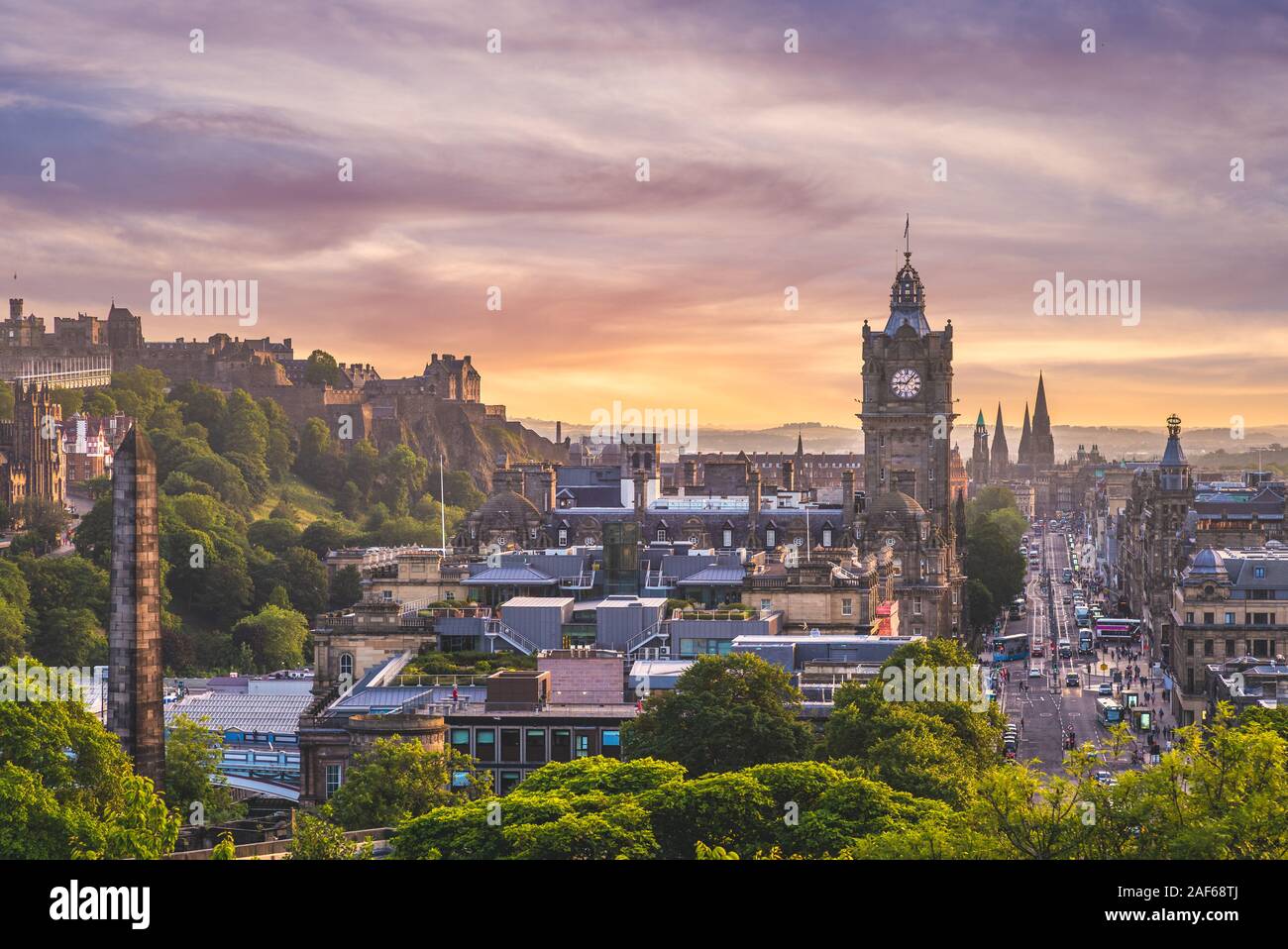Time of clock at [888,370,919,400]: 9:07
